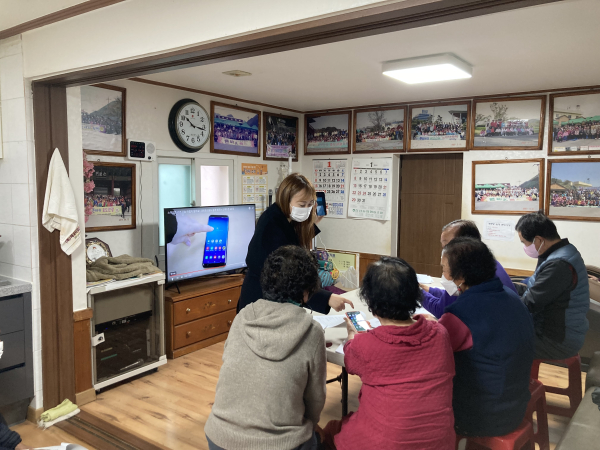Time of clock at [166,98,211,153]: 10:17
